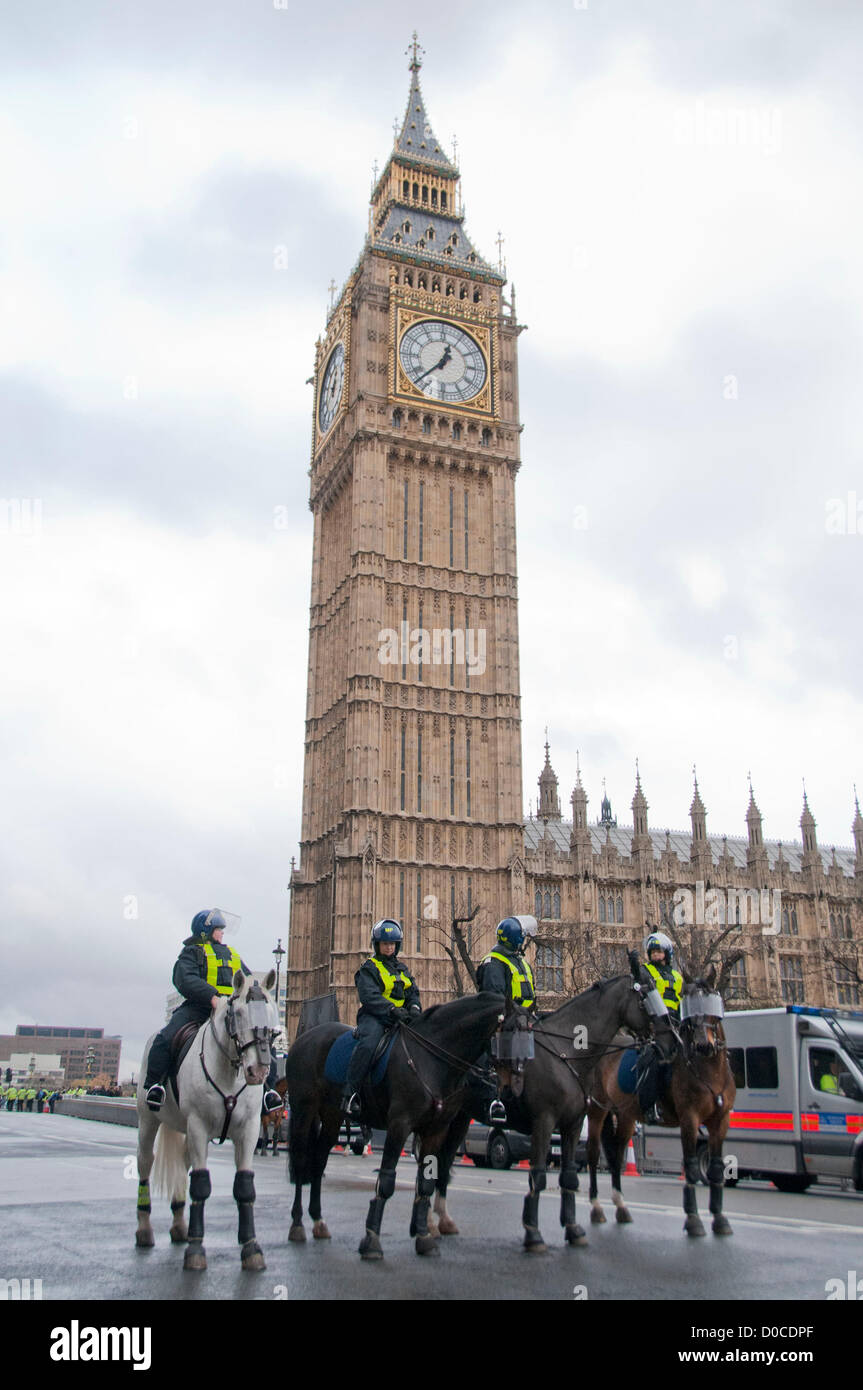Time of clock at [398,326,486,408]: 12:37
